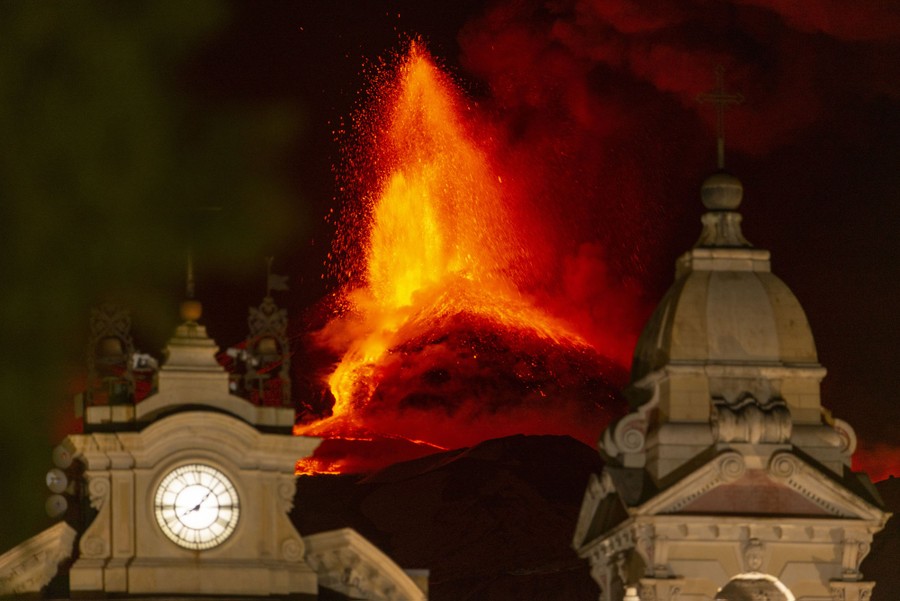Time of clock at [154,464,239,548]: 8:07
